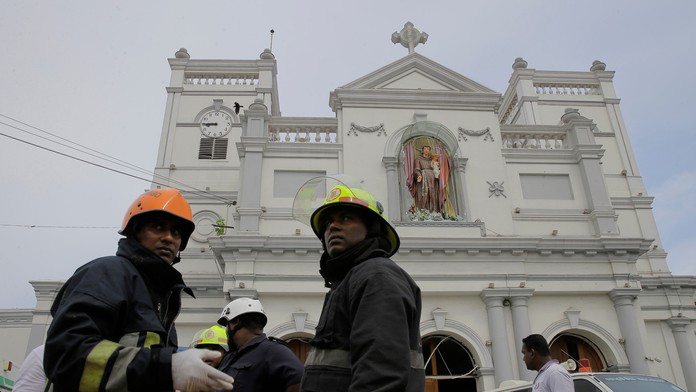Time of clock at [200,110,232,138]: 8:45
